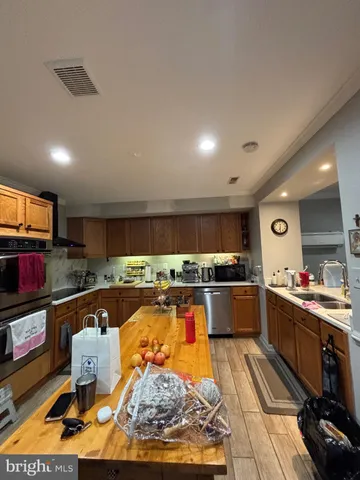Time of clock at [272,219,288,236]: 6:29
